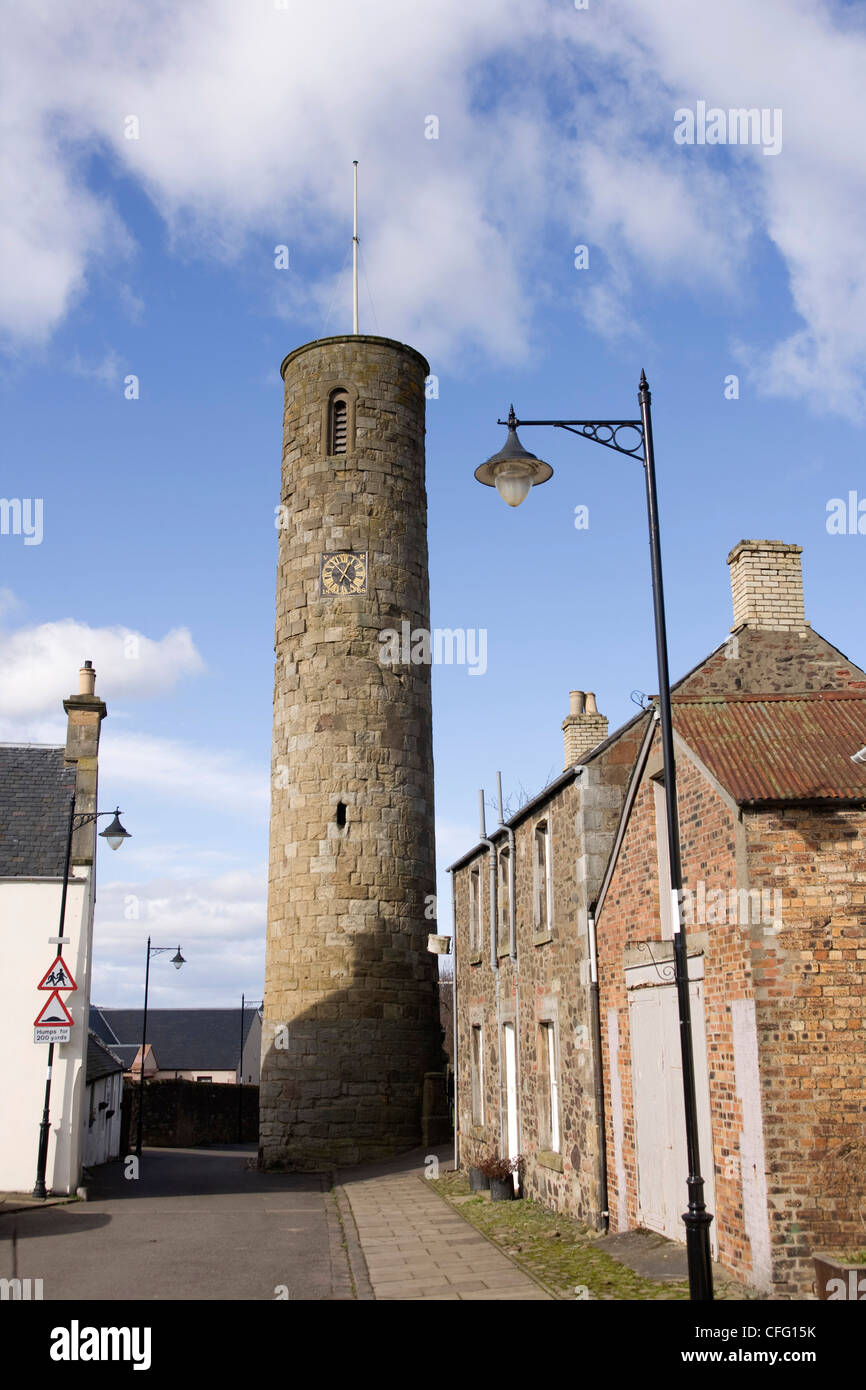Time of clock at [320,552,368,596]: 12:52
